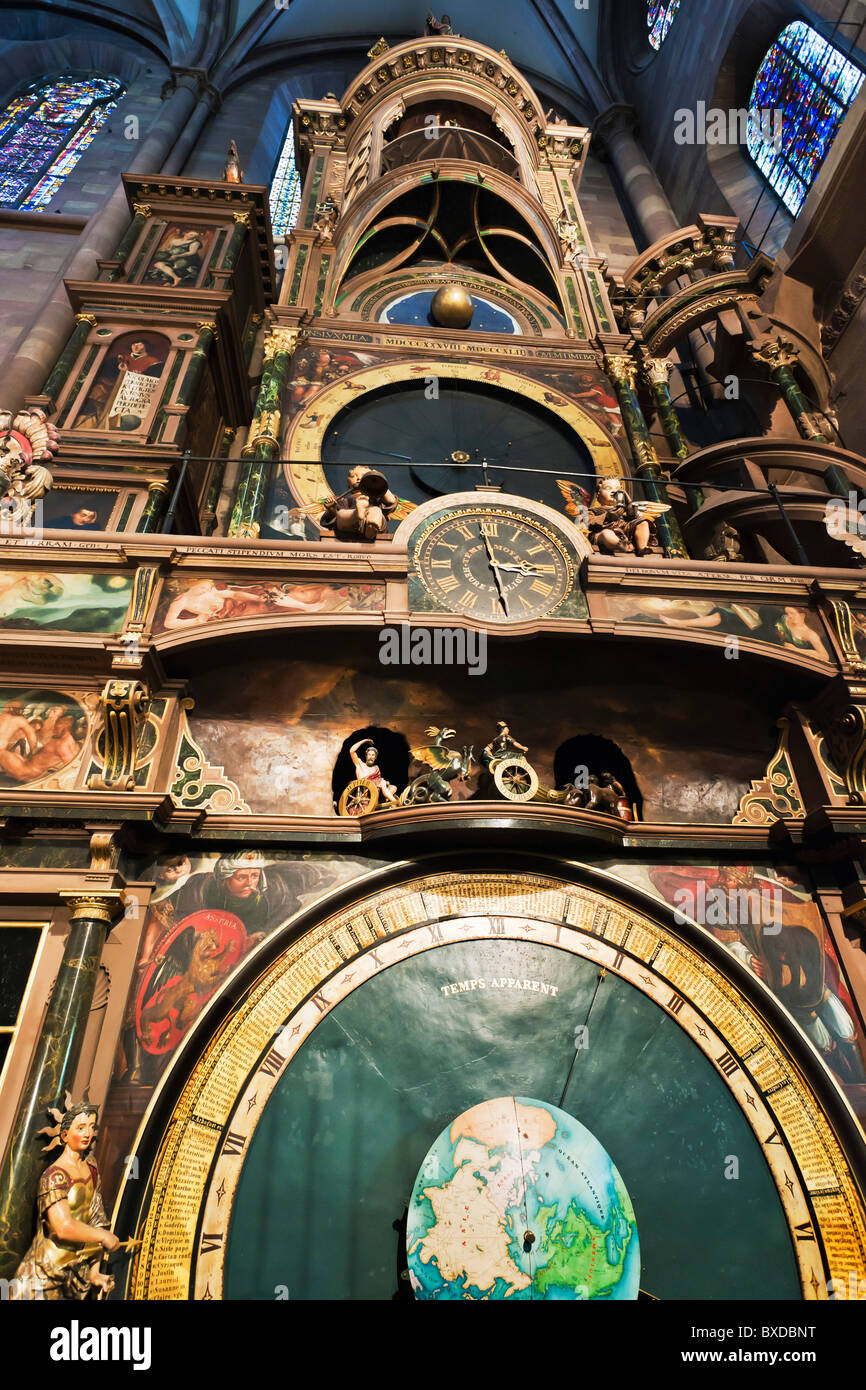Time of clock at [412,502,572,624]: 2:58
